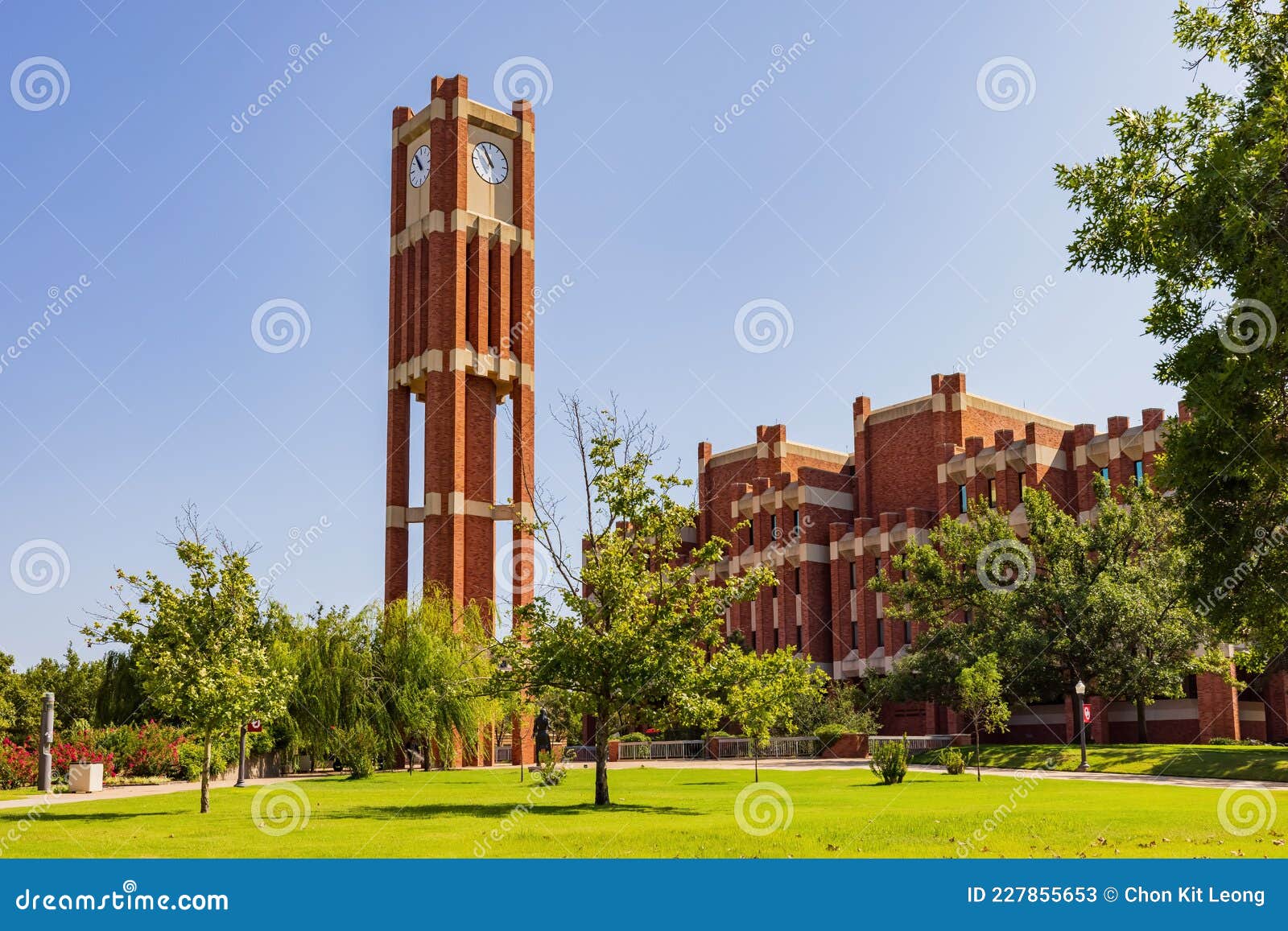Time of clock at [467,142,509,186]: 10:55
